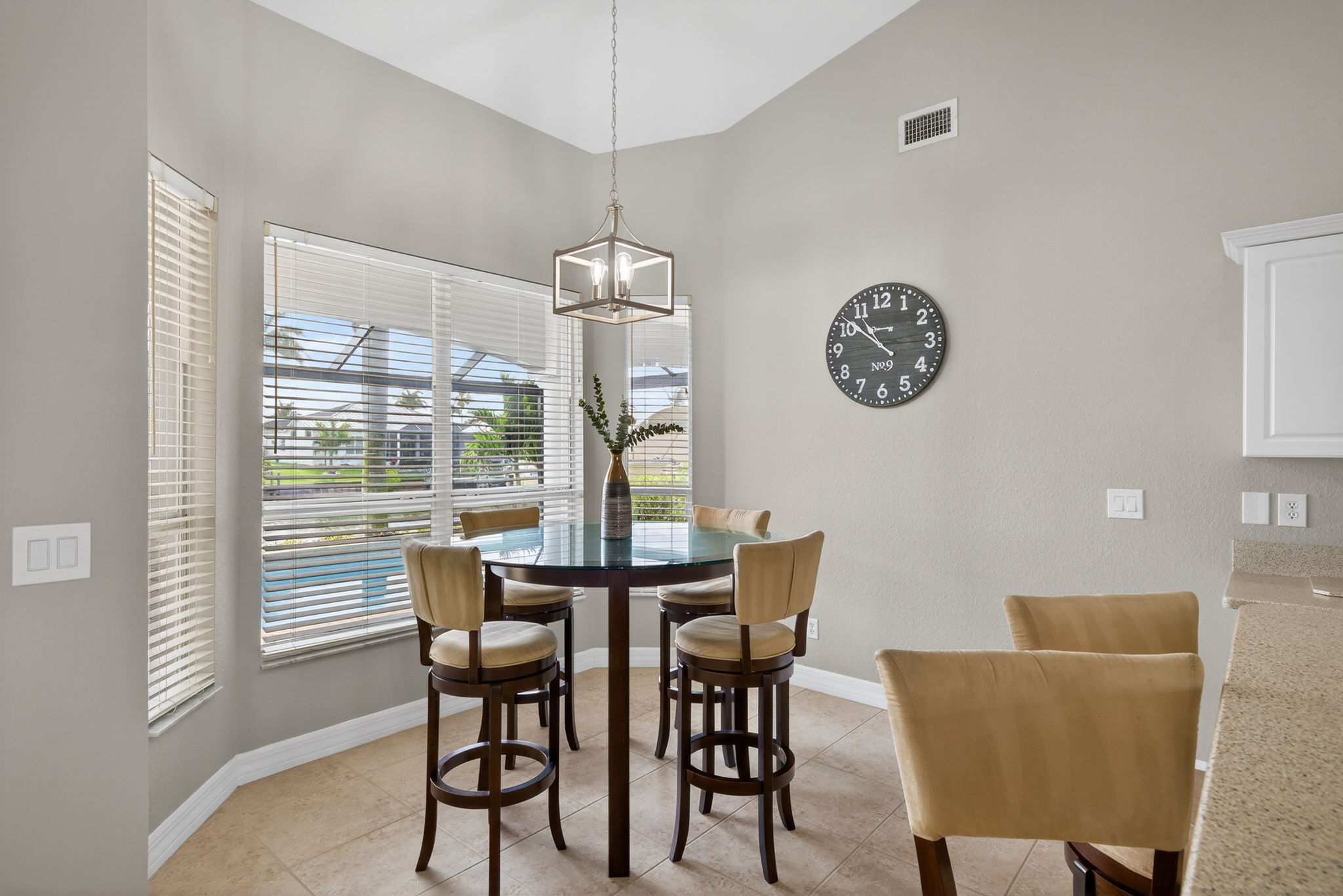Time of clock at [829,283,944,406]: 10:51
